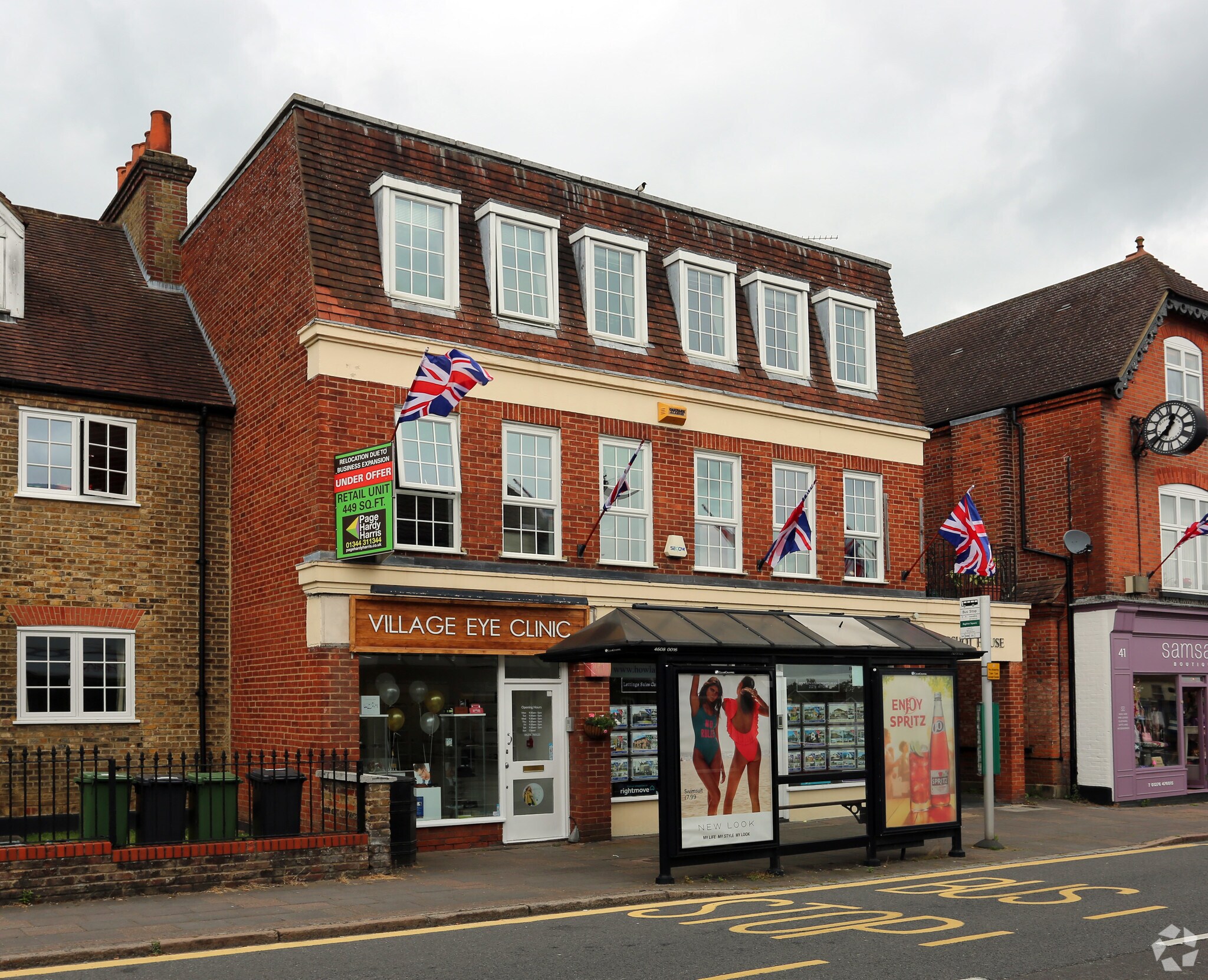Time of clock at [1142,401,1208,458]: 12:37
